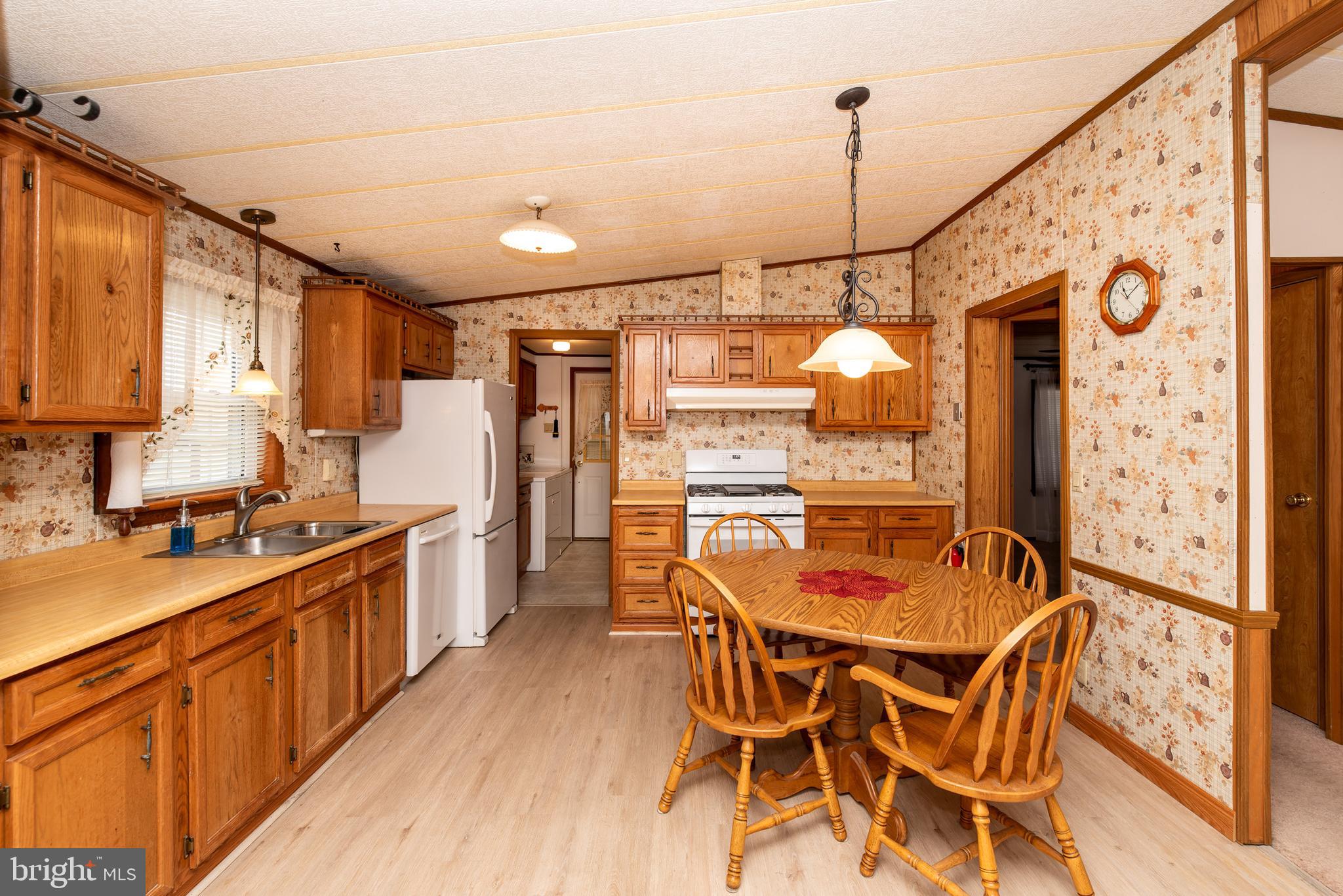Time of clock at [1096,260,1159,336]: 11:09
